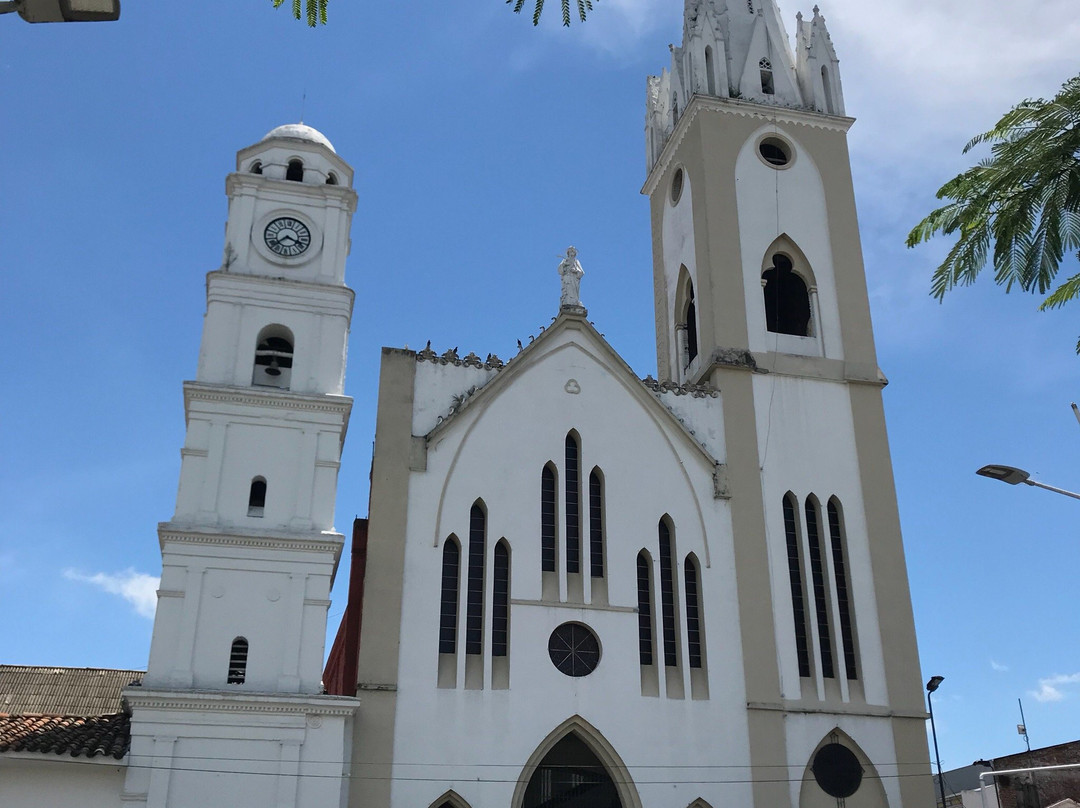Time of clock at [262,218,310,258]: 3:38
